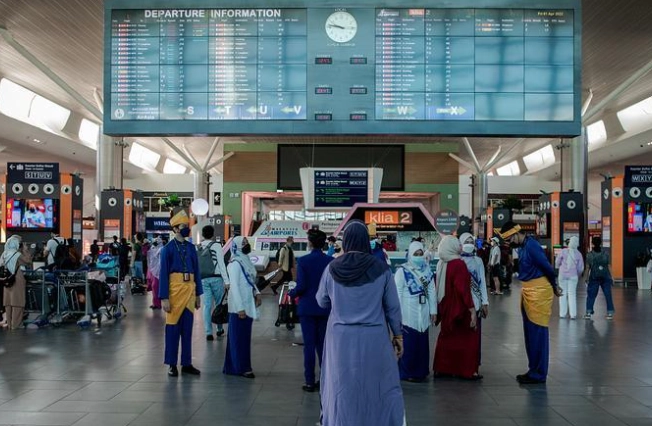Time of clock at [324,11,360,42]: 9:47
